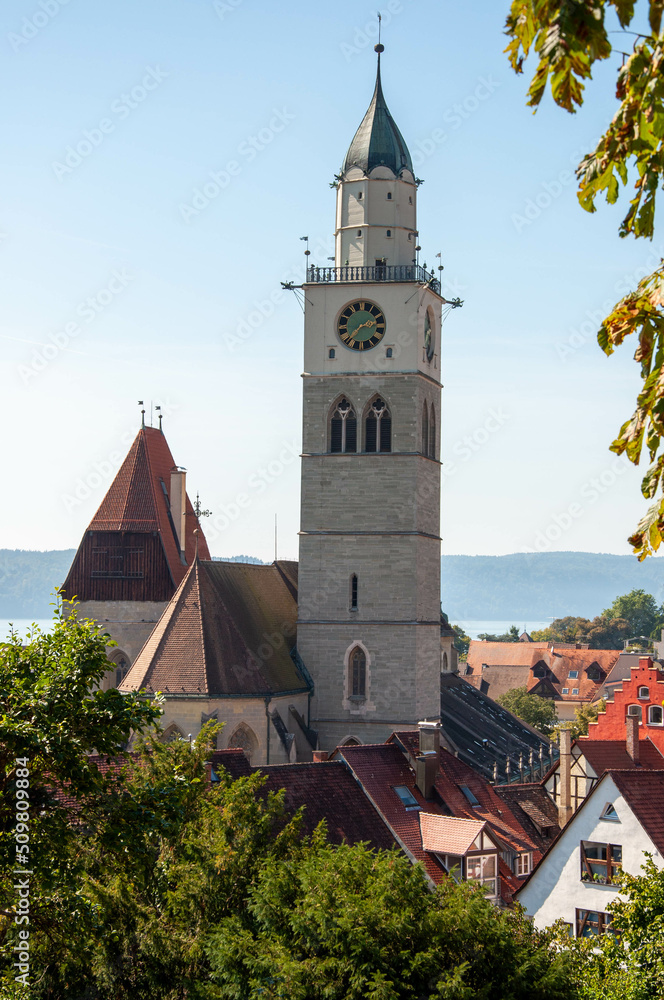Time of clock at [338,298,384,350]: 2:37
